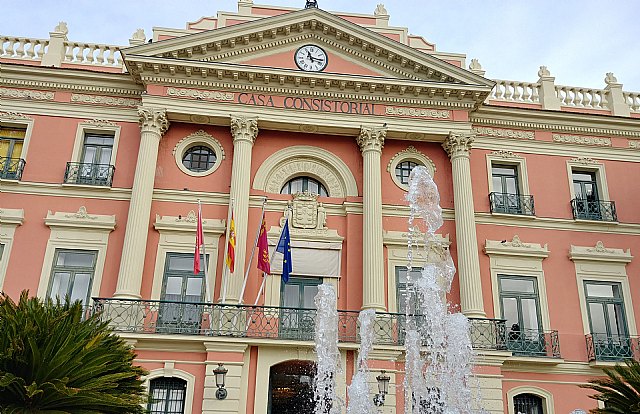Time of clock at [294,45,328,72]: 11:16
